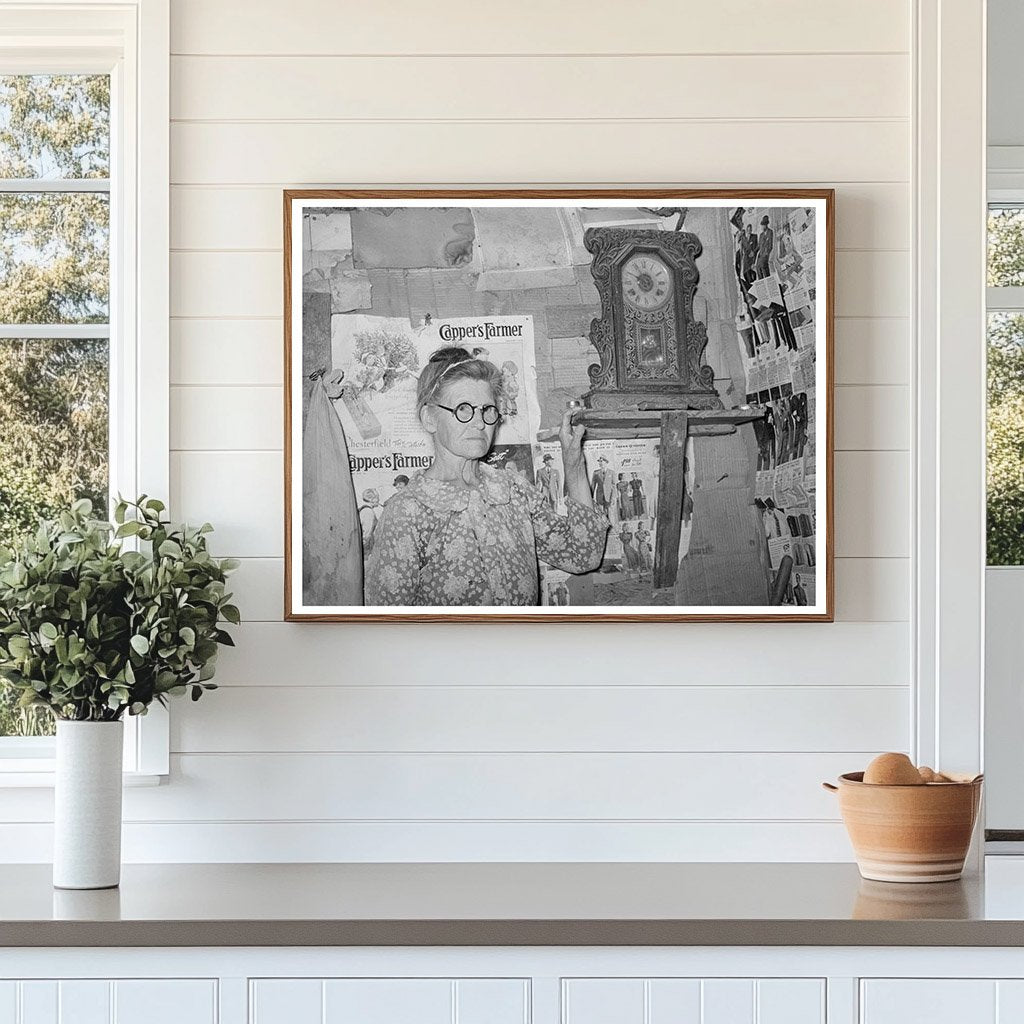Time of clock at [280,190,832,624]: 12:14
